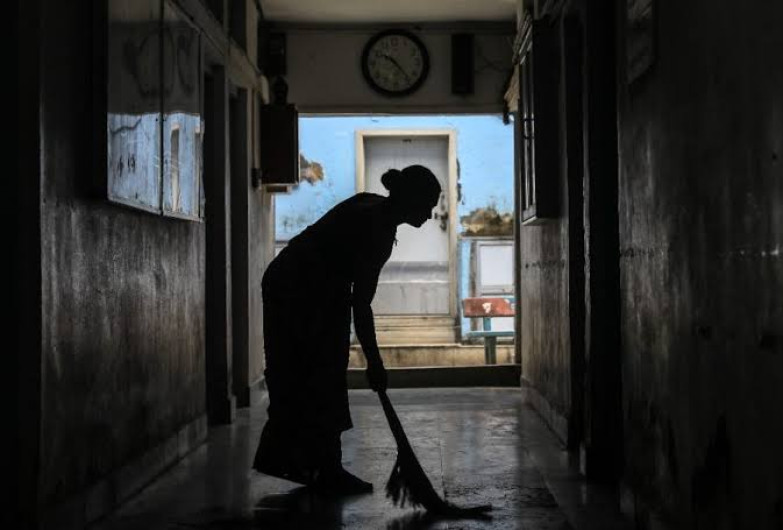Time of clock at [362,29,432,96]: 10:23
